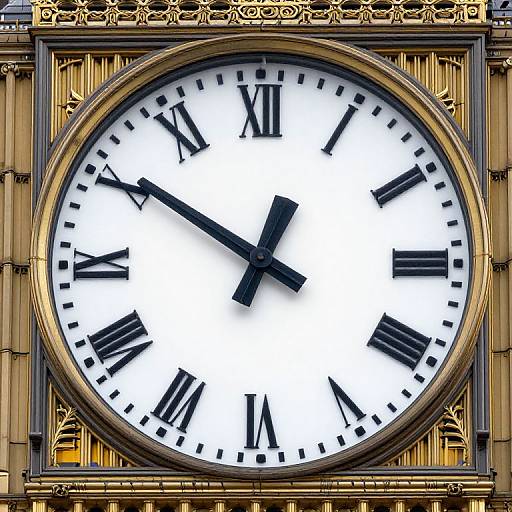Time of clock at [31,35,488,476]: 12:50
